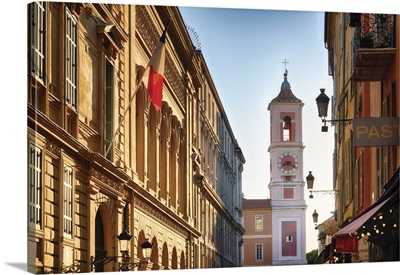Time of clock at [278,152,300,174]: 8:19
